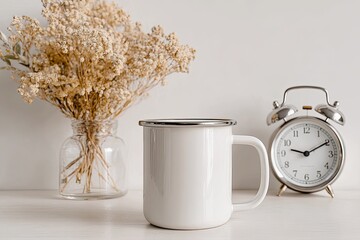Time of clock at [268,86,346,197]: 9:10
